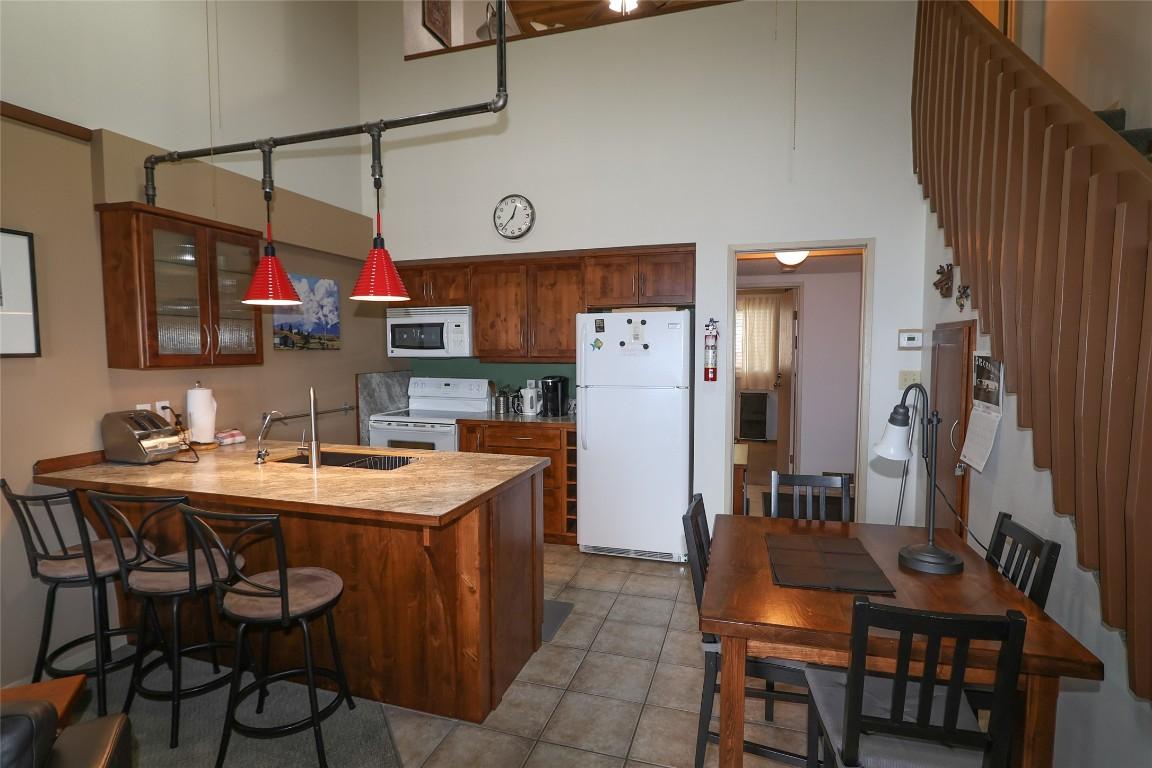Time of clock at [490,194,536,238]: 12:37
